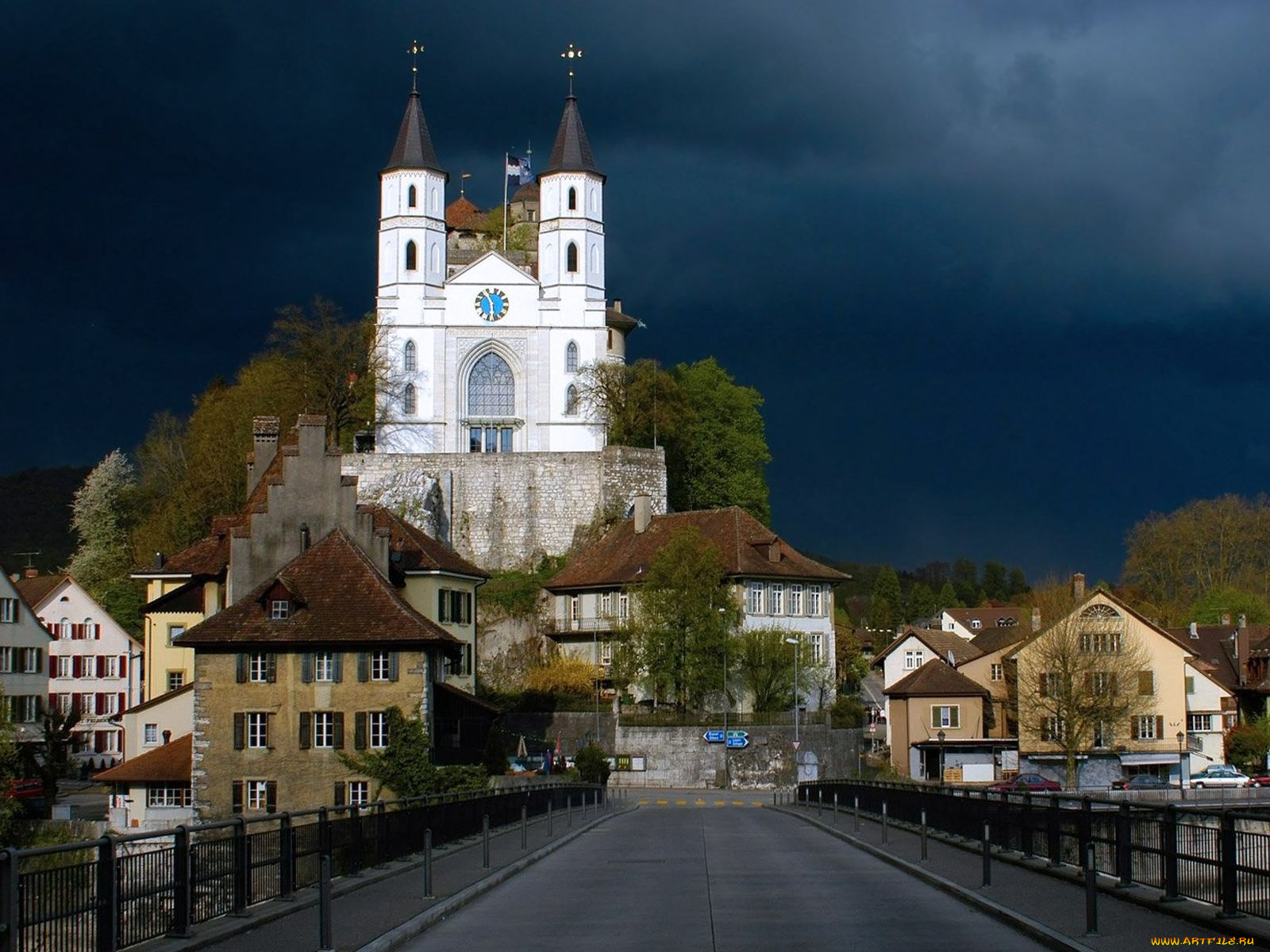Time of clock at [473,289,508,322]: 5:54
